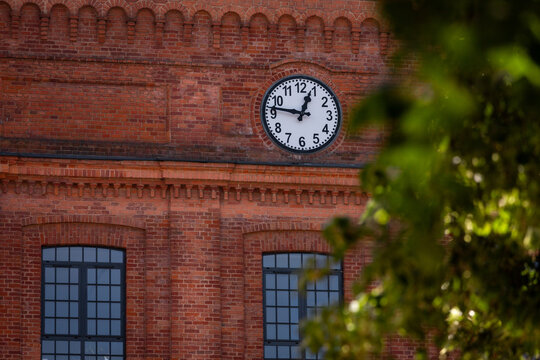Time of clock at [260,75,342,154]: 12:46
